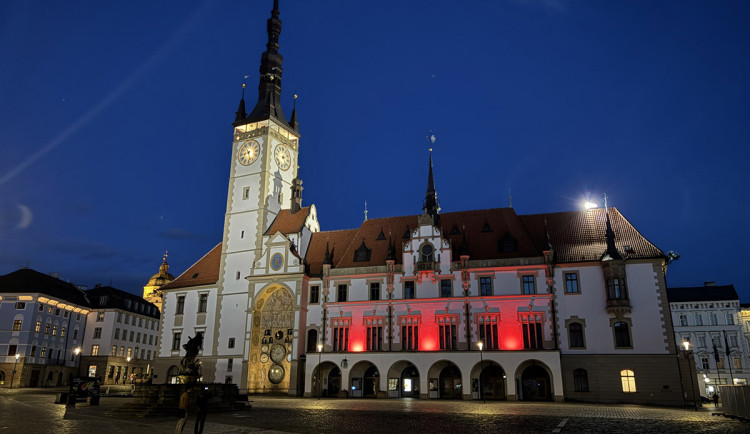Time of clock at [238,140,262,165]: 8:27
